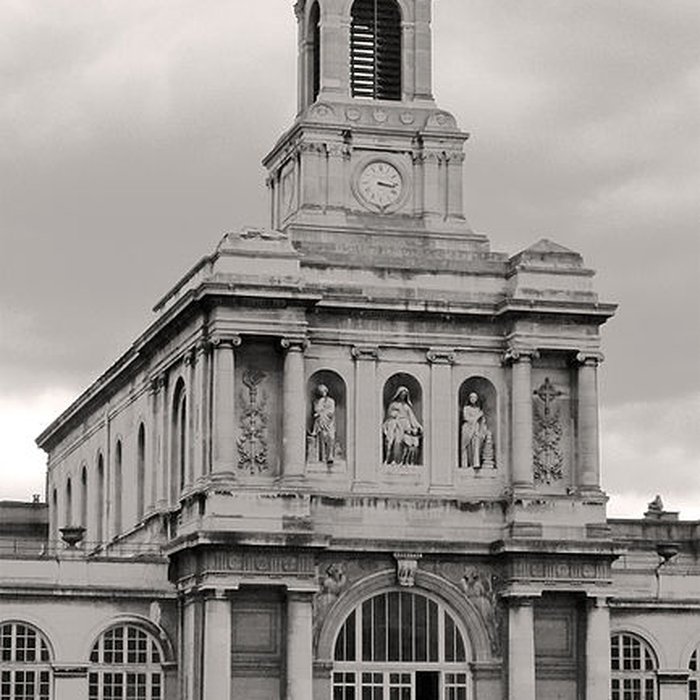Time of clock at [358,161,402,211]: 3:16
